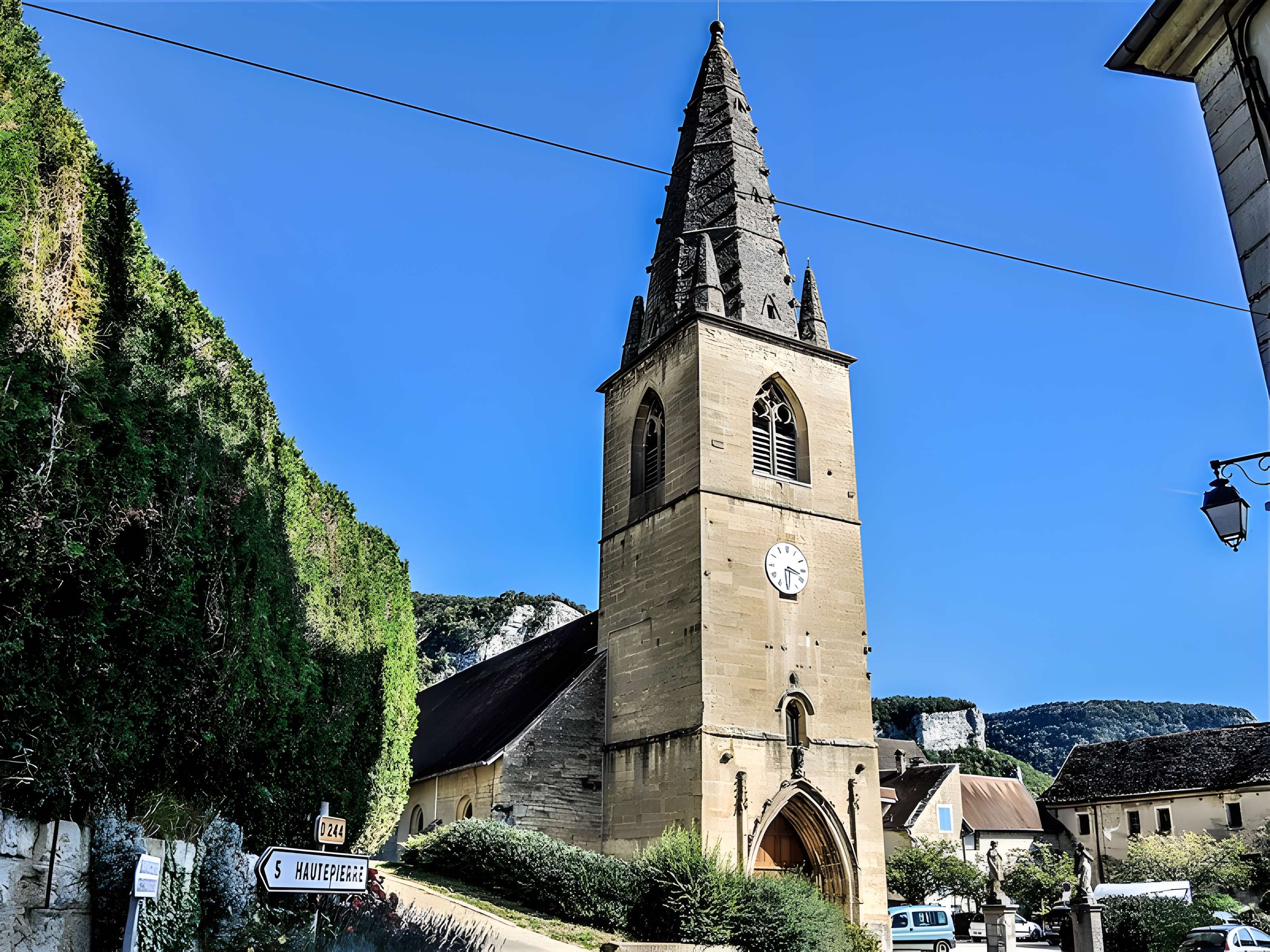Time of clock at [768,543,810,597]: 3:29
